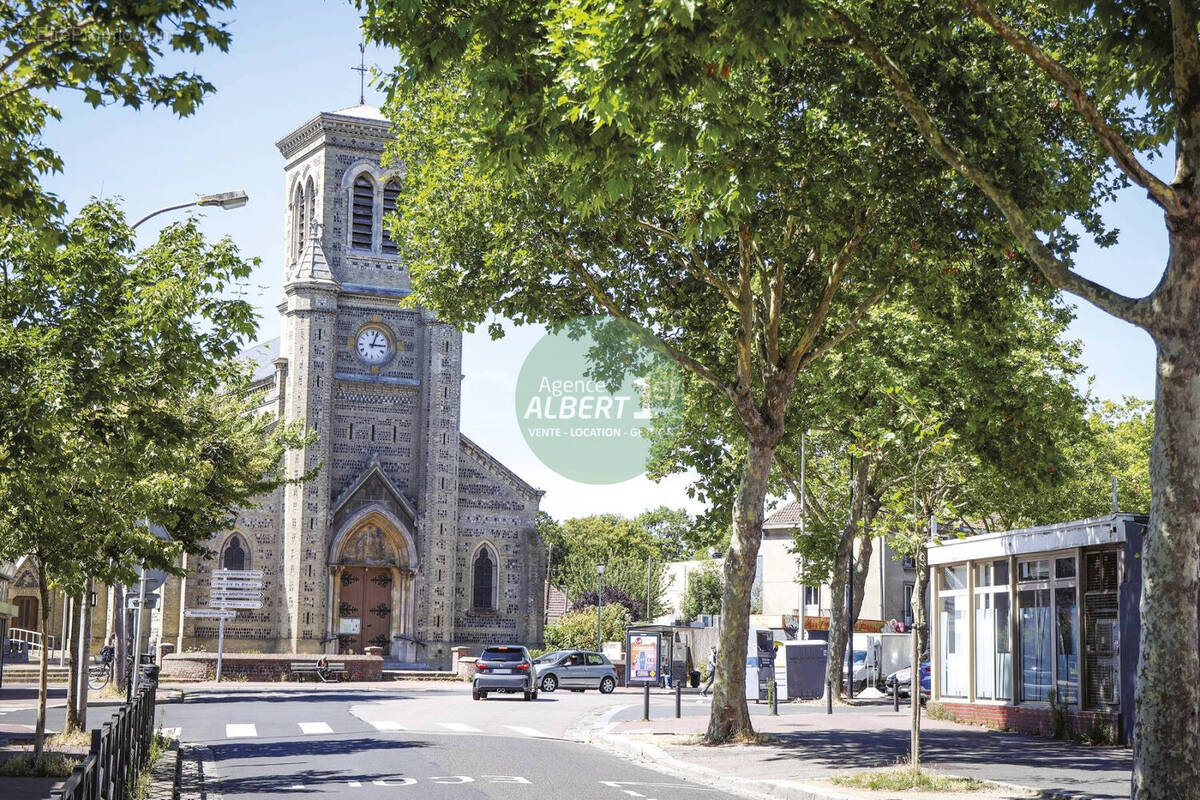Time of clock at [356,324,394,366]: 3:03
